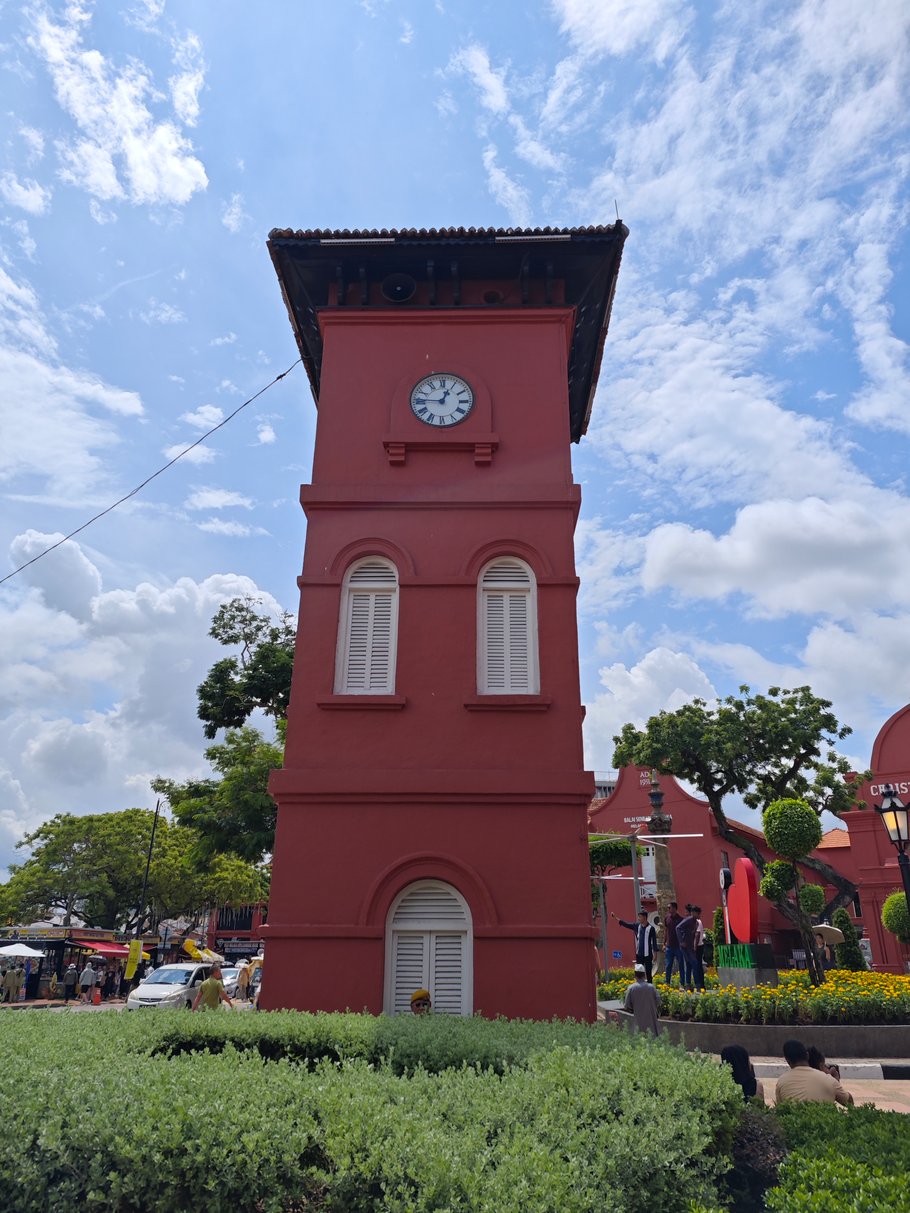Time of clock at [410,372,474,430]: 12:46
